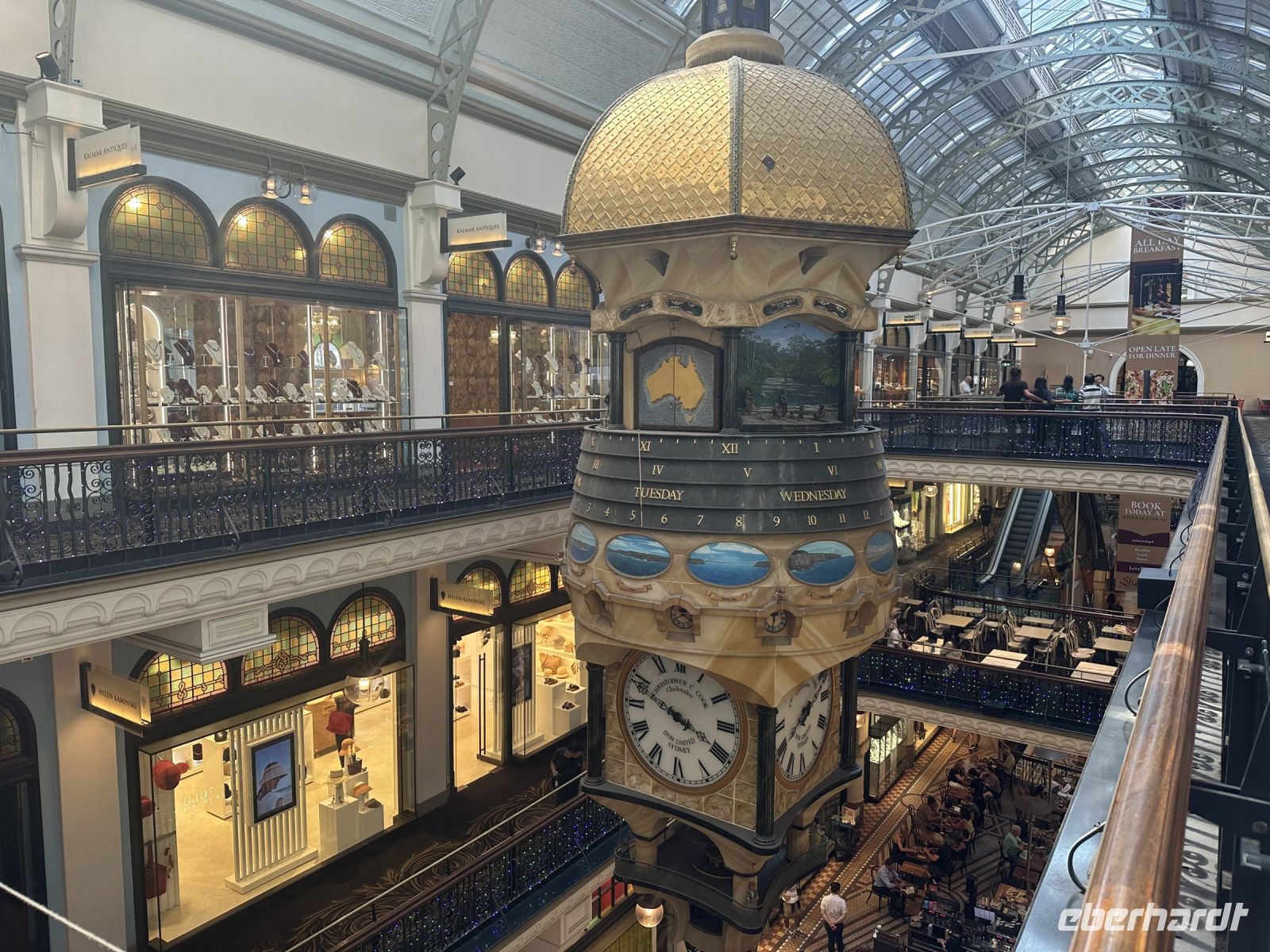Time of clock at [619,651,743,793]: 3:48
